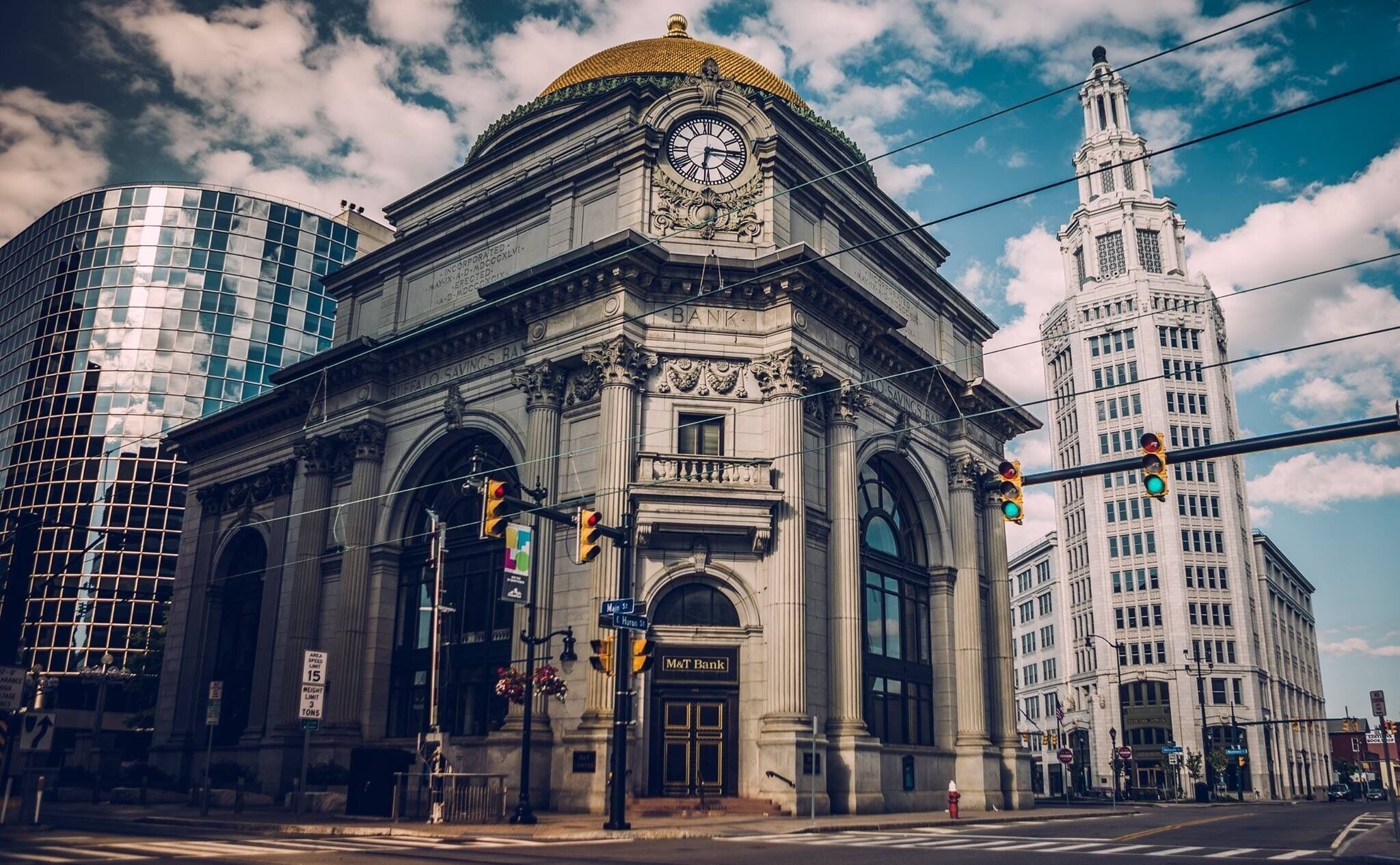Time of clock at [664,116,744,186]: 6:15
